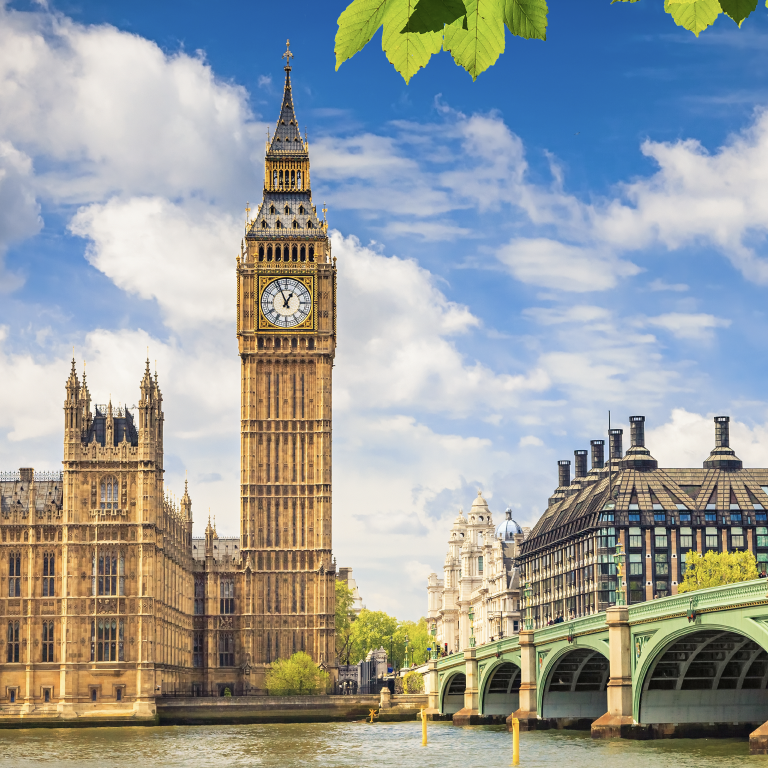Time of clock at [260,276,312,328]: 12:56
